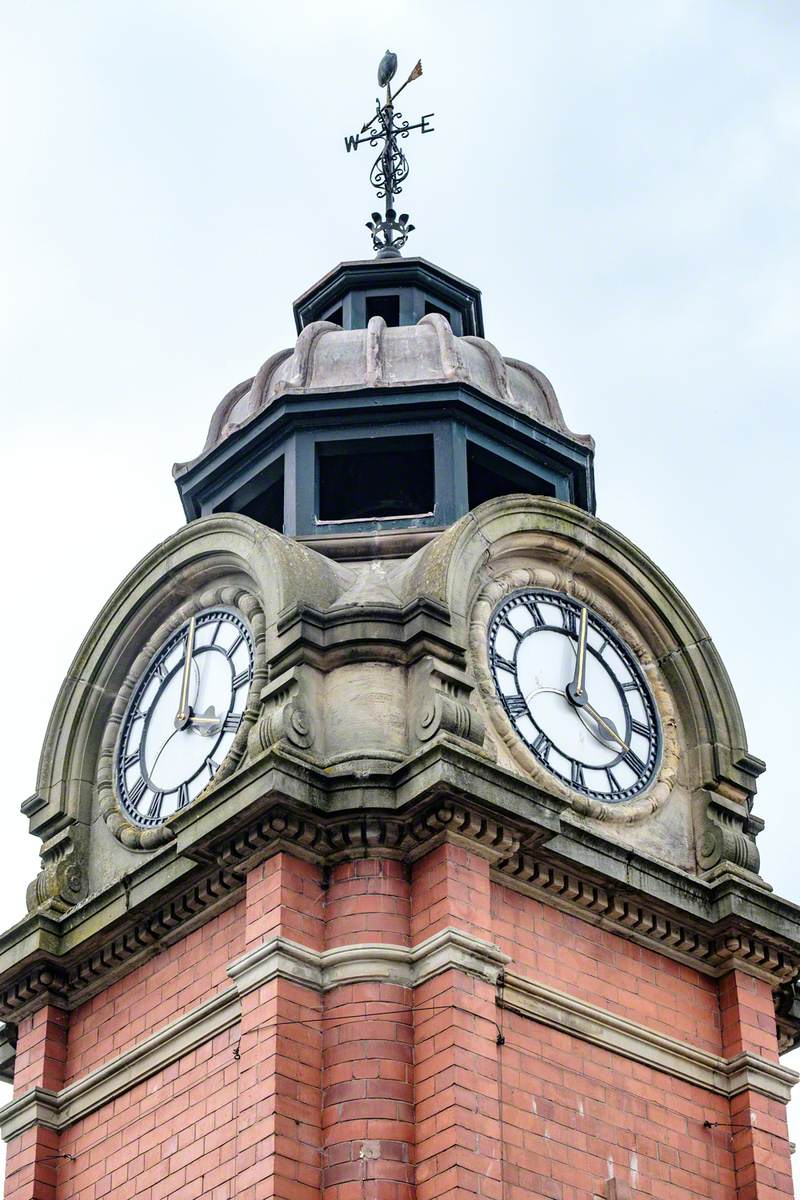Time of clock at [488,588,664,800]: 4:02
